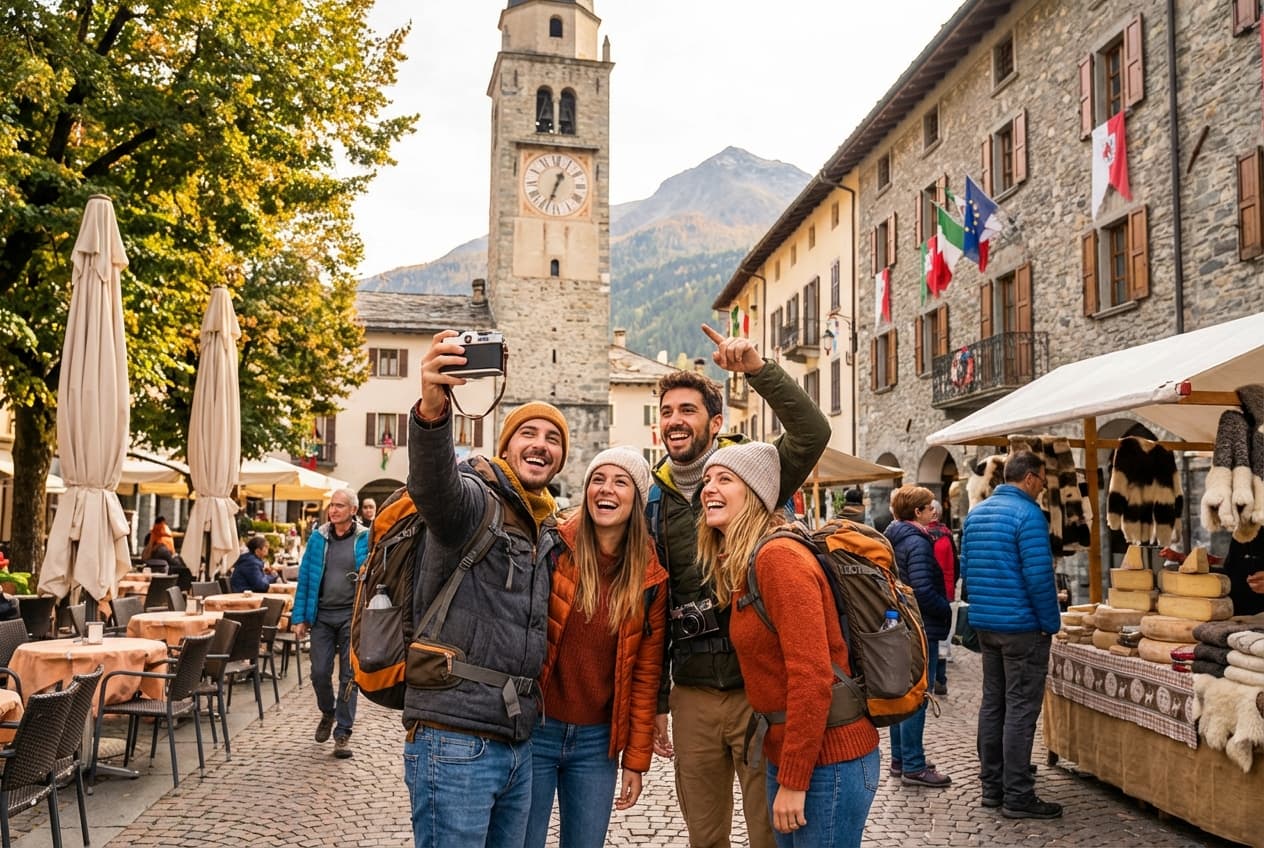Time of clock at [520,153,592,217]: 12:33
